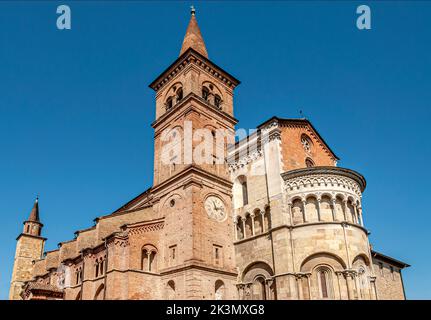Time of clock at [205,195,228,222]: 11:12
